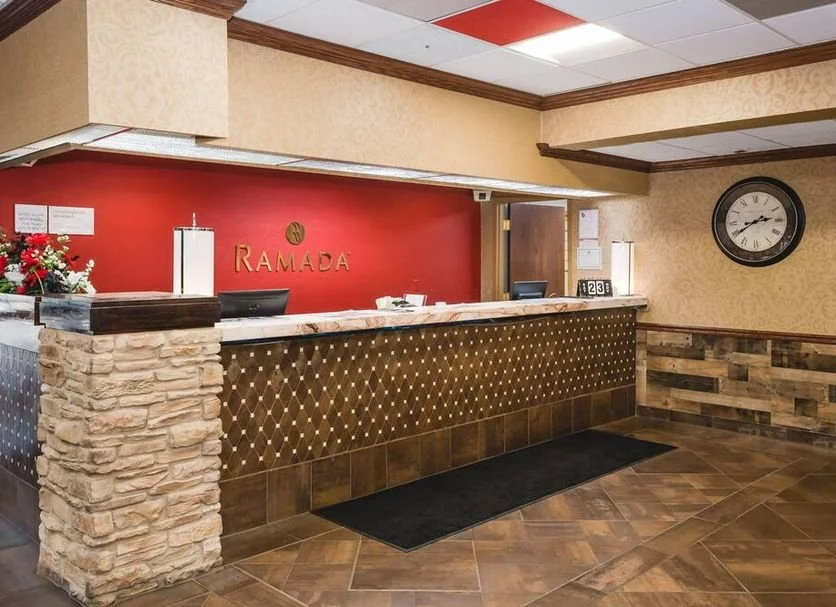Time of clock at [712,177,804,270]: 2:40
